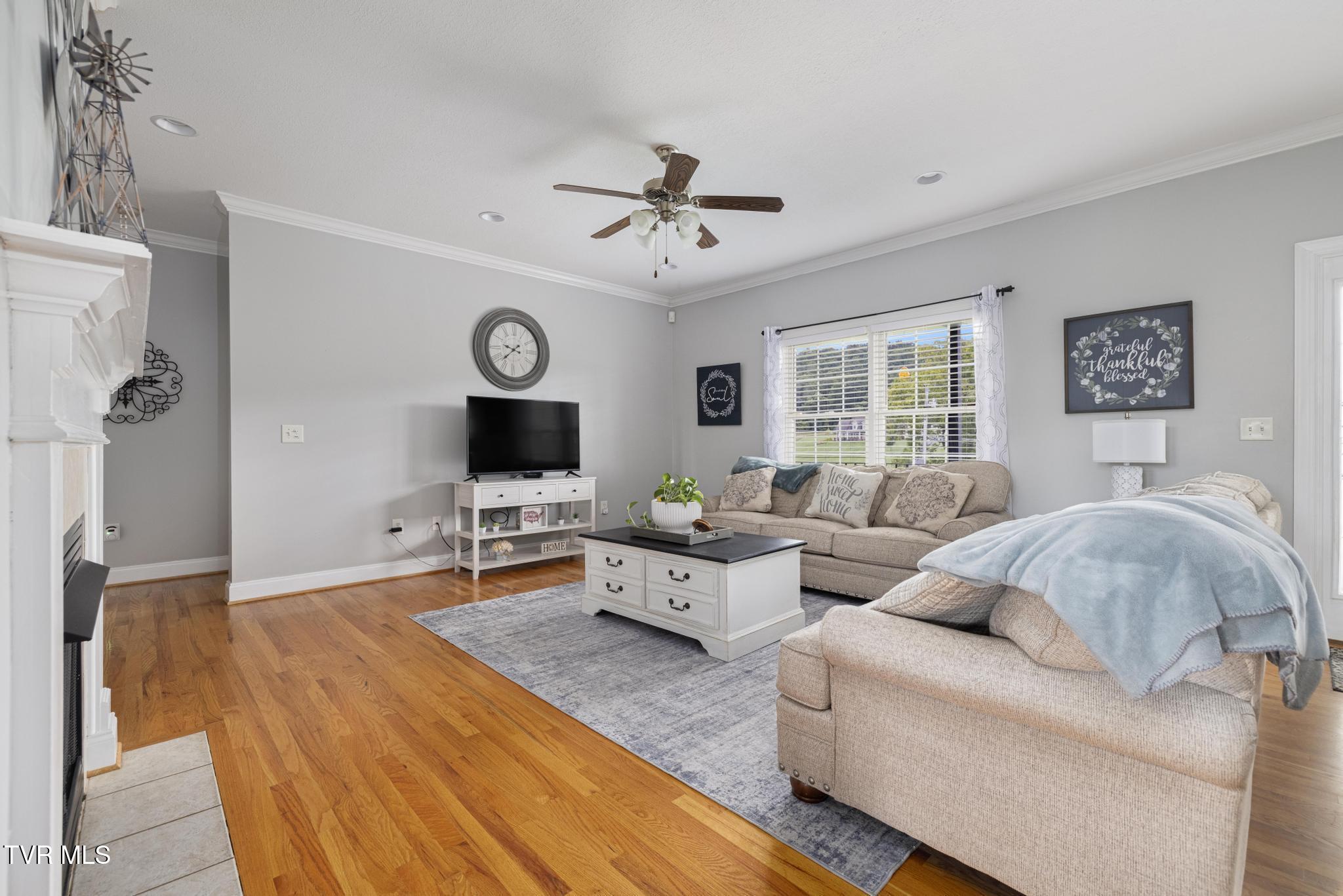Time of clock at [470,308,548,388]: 9:37
